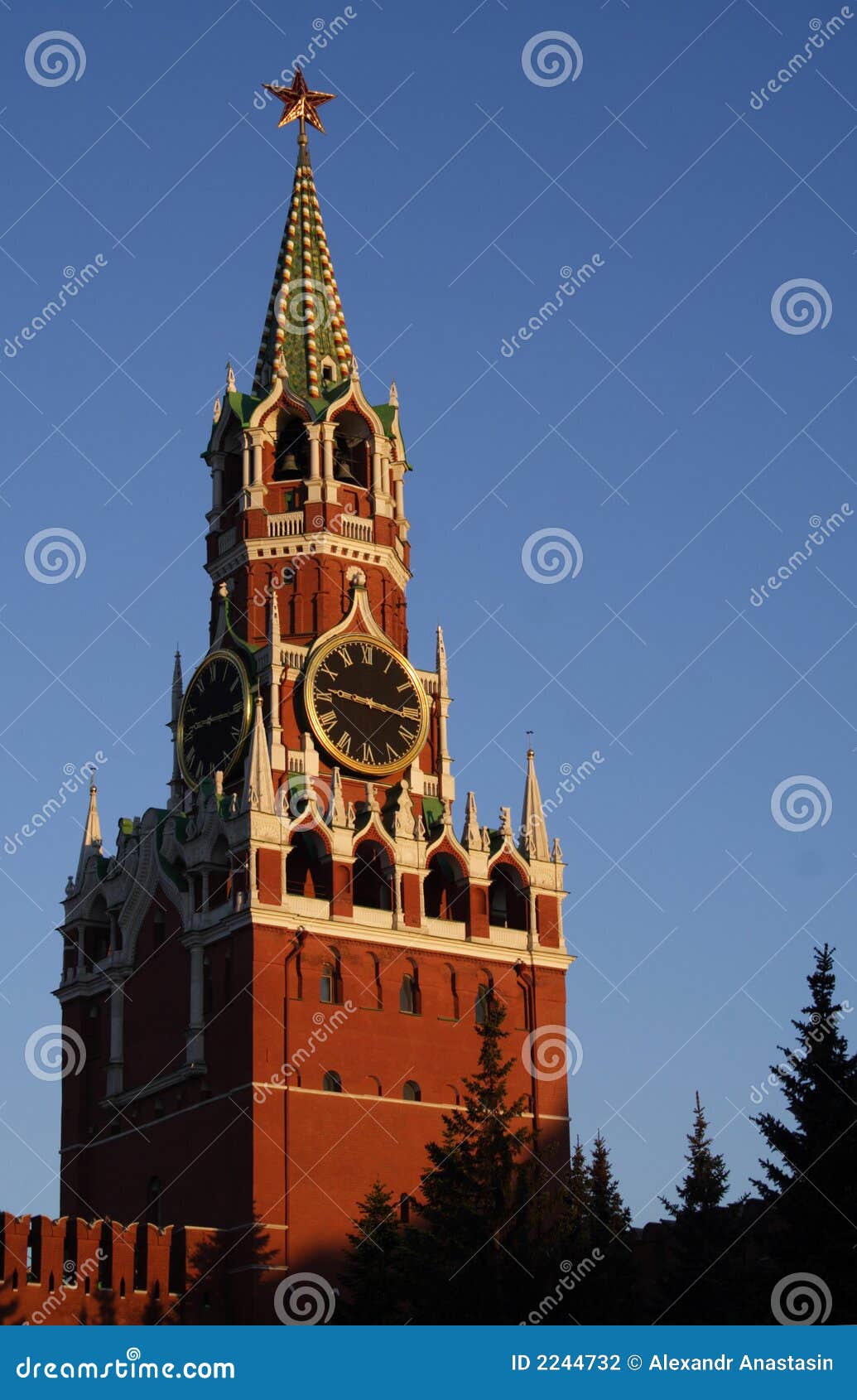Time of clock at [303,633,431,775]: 9:16
